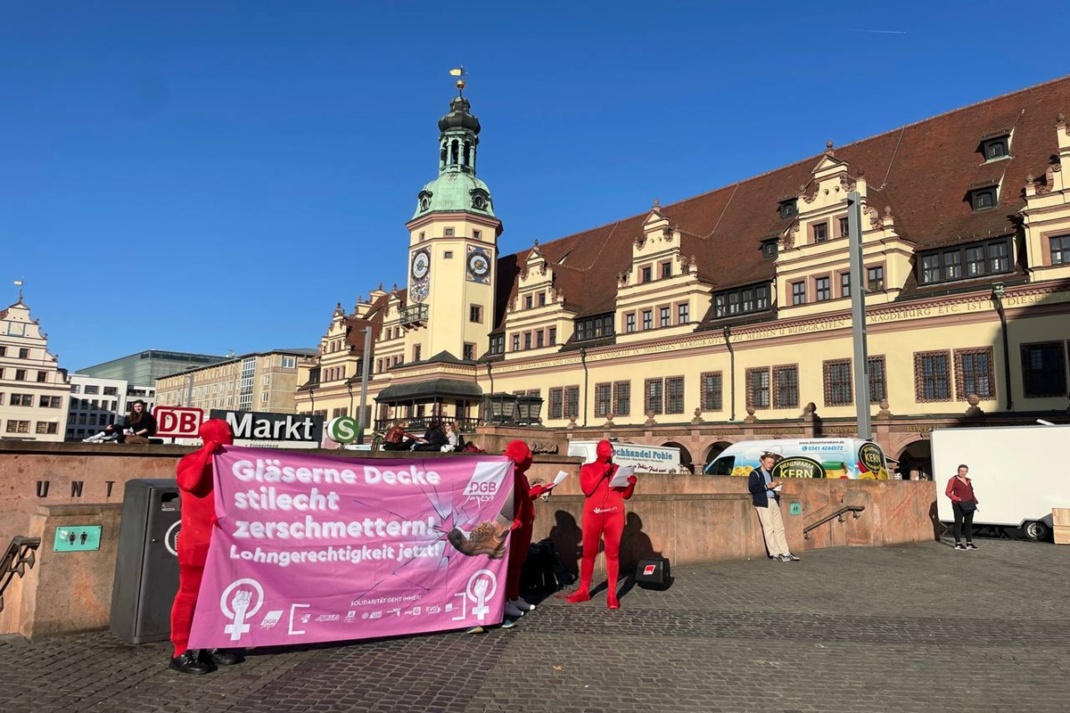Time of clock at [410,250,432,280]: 7:17
